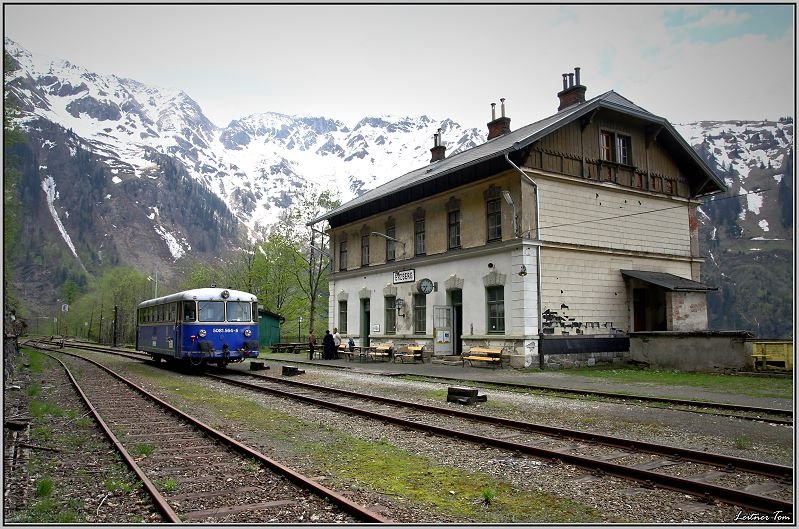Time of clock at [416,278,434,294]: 8:34
